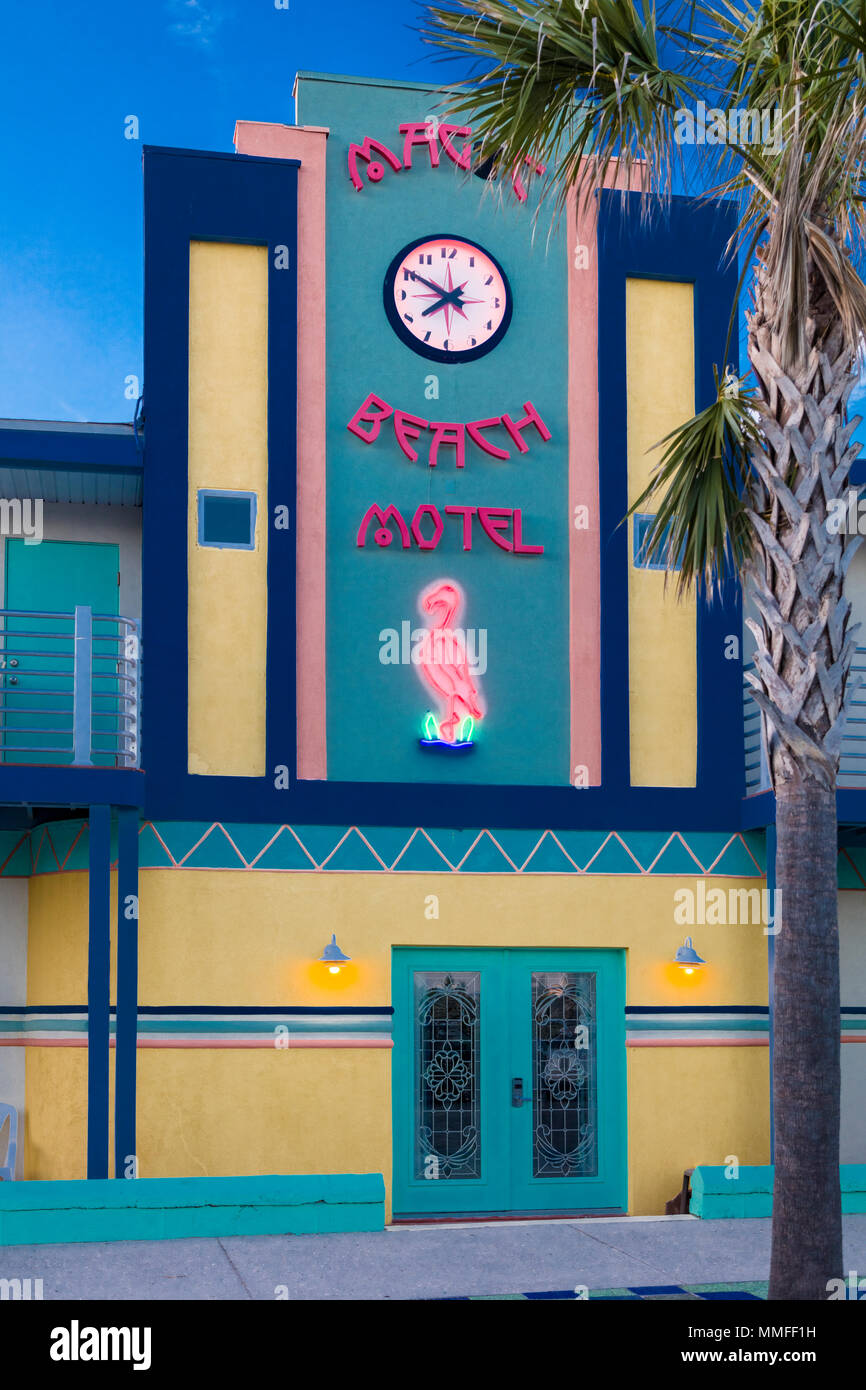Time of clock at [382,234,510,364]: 7:50
